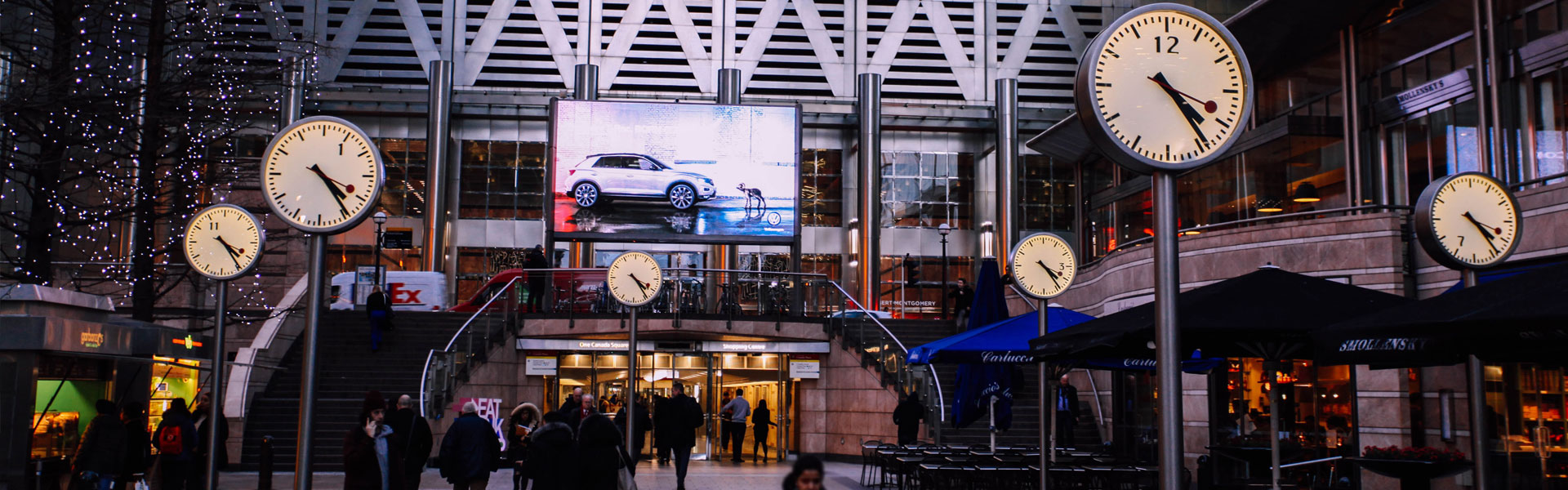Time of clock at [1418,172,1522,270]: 4:23
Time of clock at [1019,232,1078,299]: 4:23
